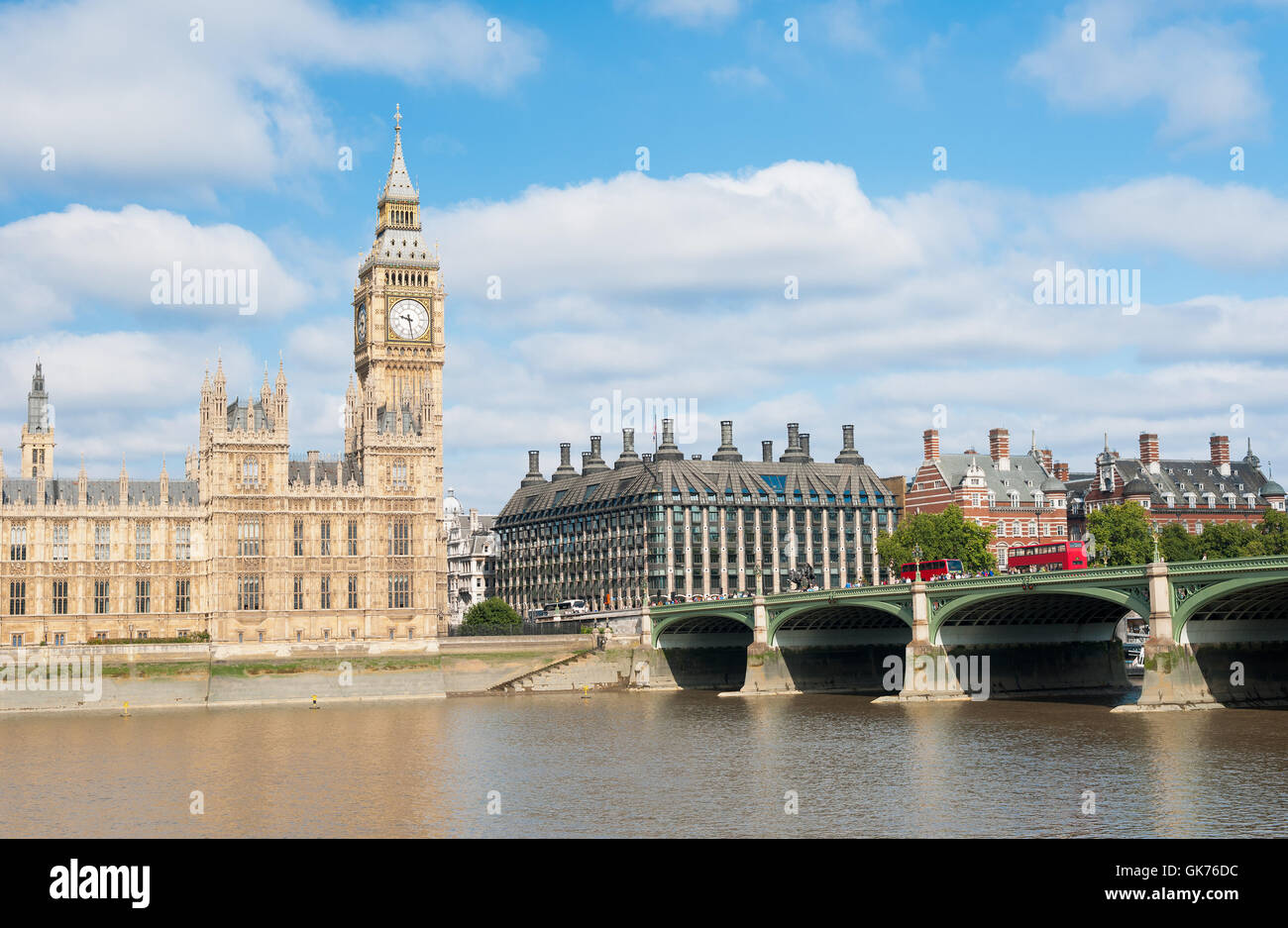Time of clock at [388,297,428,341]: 9:28
